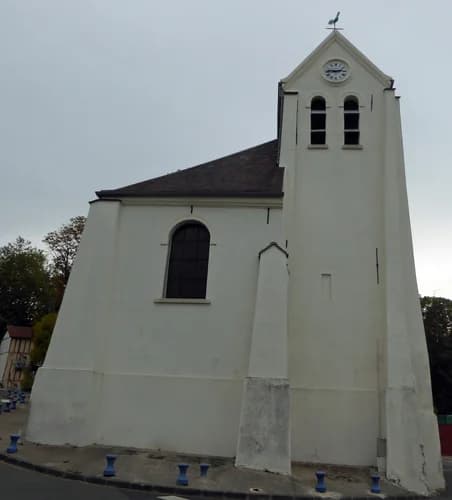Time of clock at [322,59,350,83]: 2:45
